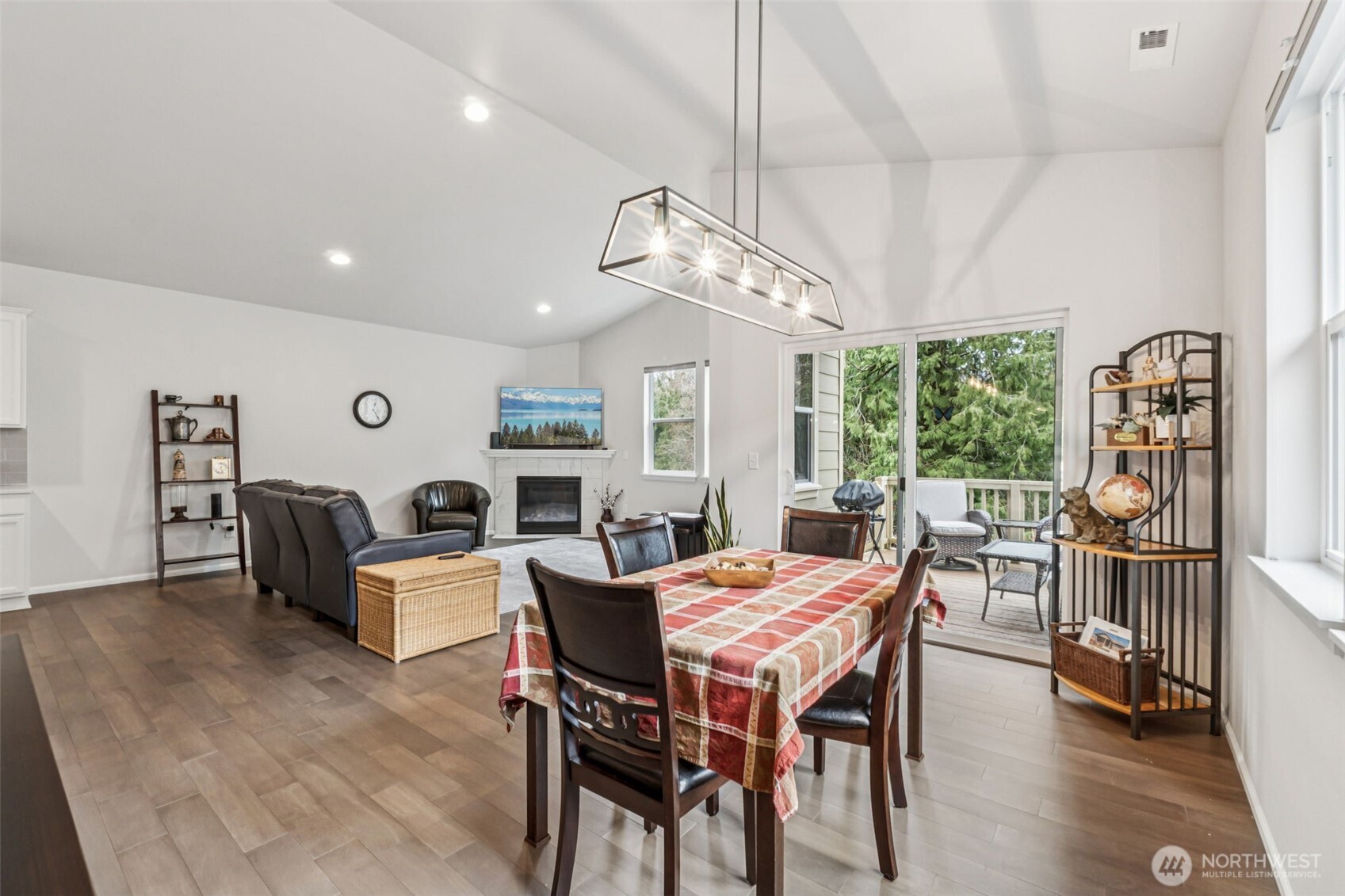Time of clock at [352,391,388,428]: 12:24
